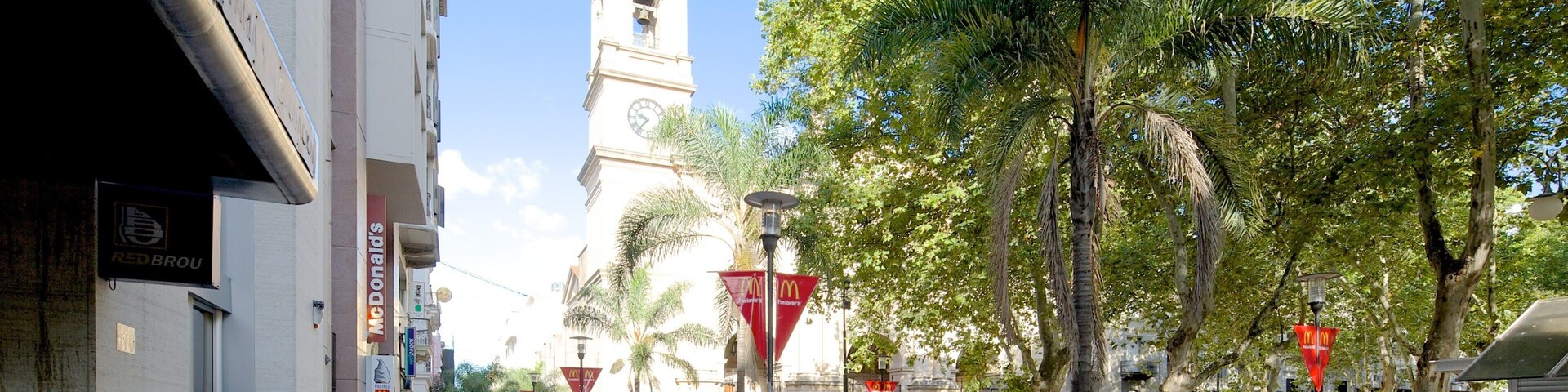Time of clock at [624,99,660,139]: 9:36
